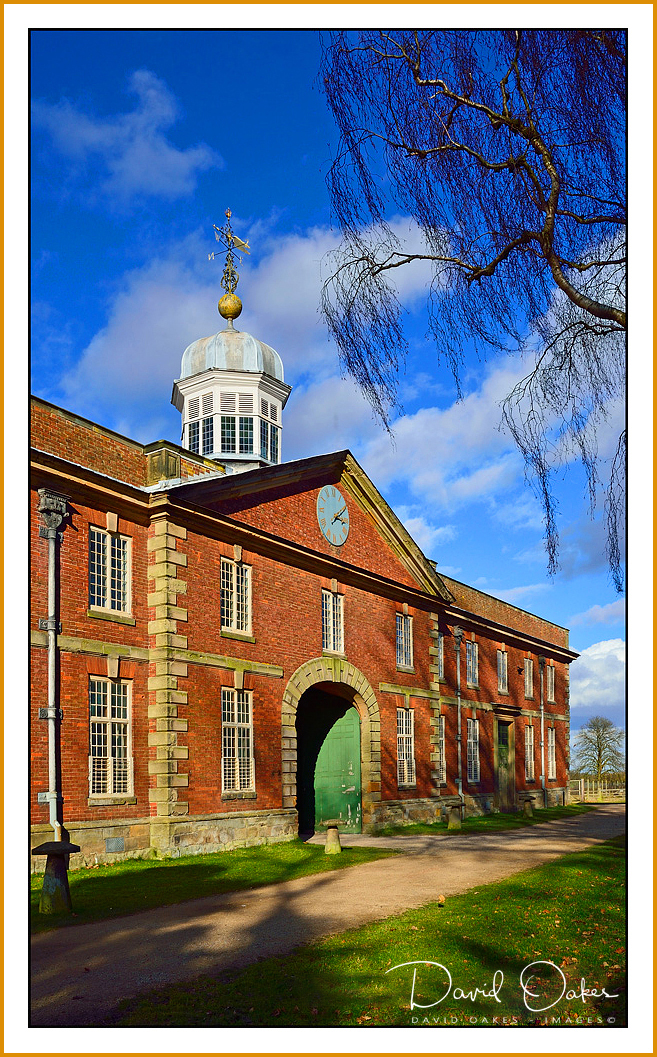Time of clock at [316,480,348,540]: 3:09
